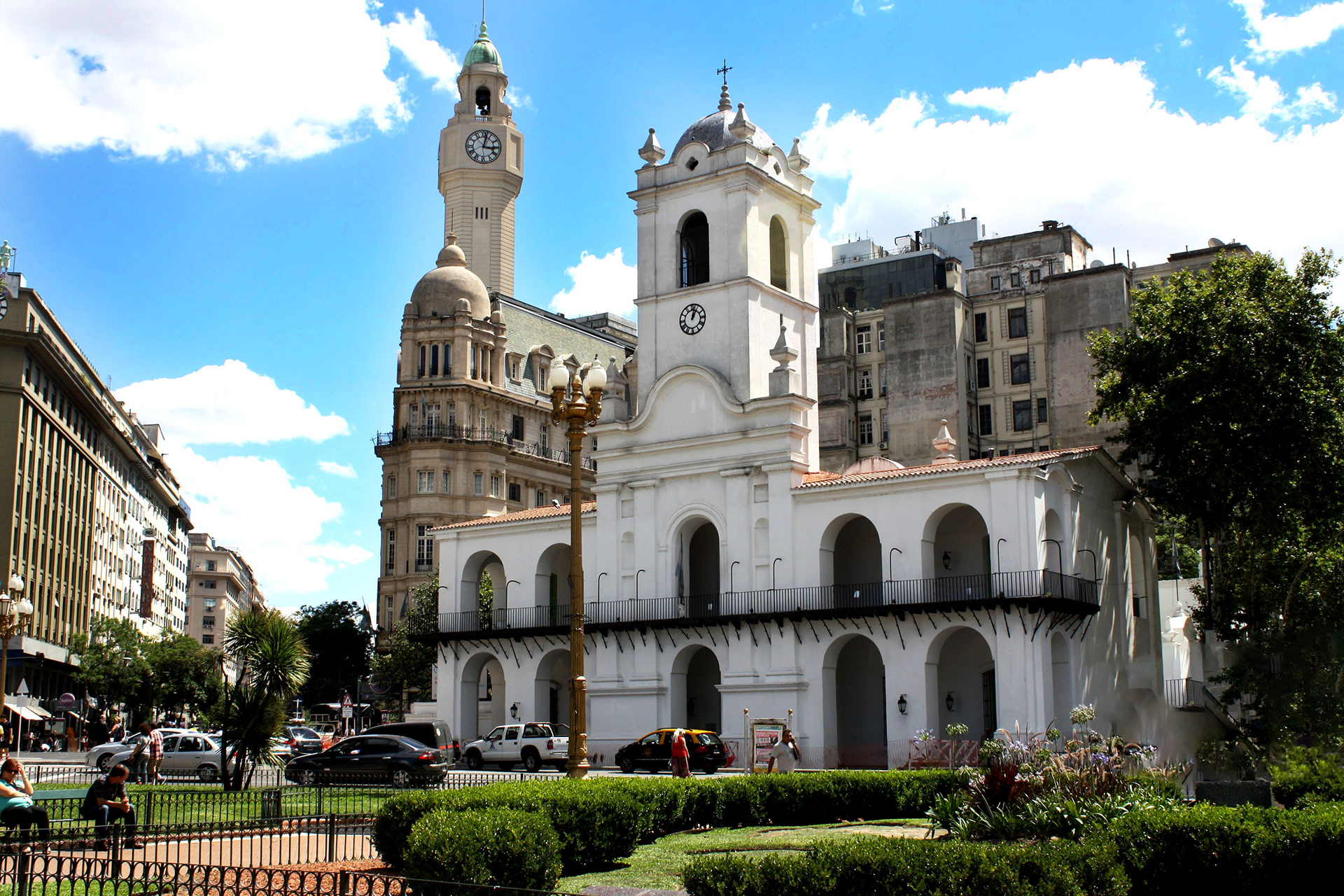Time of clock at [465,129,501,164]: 3:02
